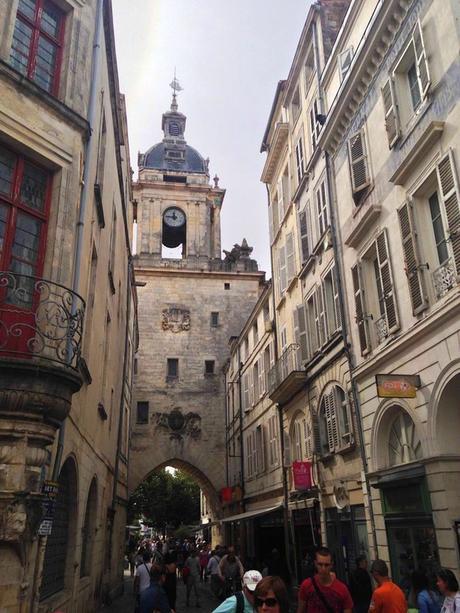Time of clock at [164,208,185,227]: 11:46
